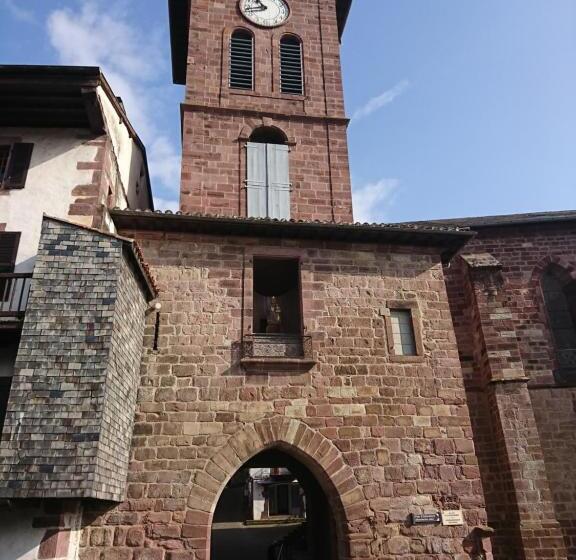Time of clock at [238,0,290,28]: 10:43
